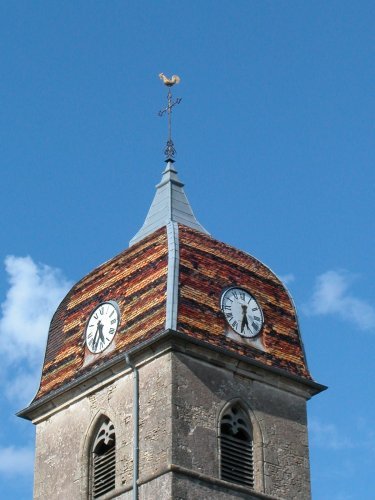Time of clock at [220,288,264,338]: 5:31
